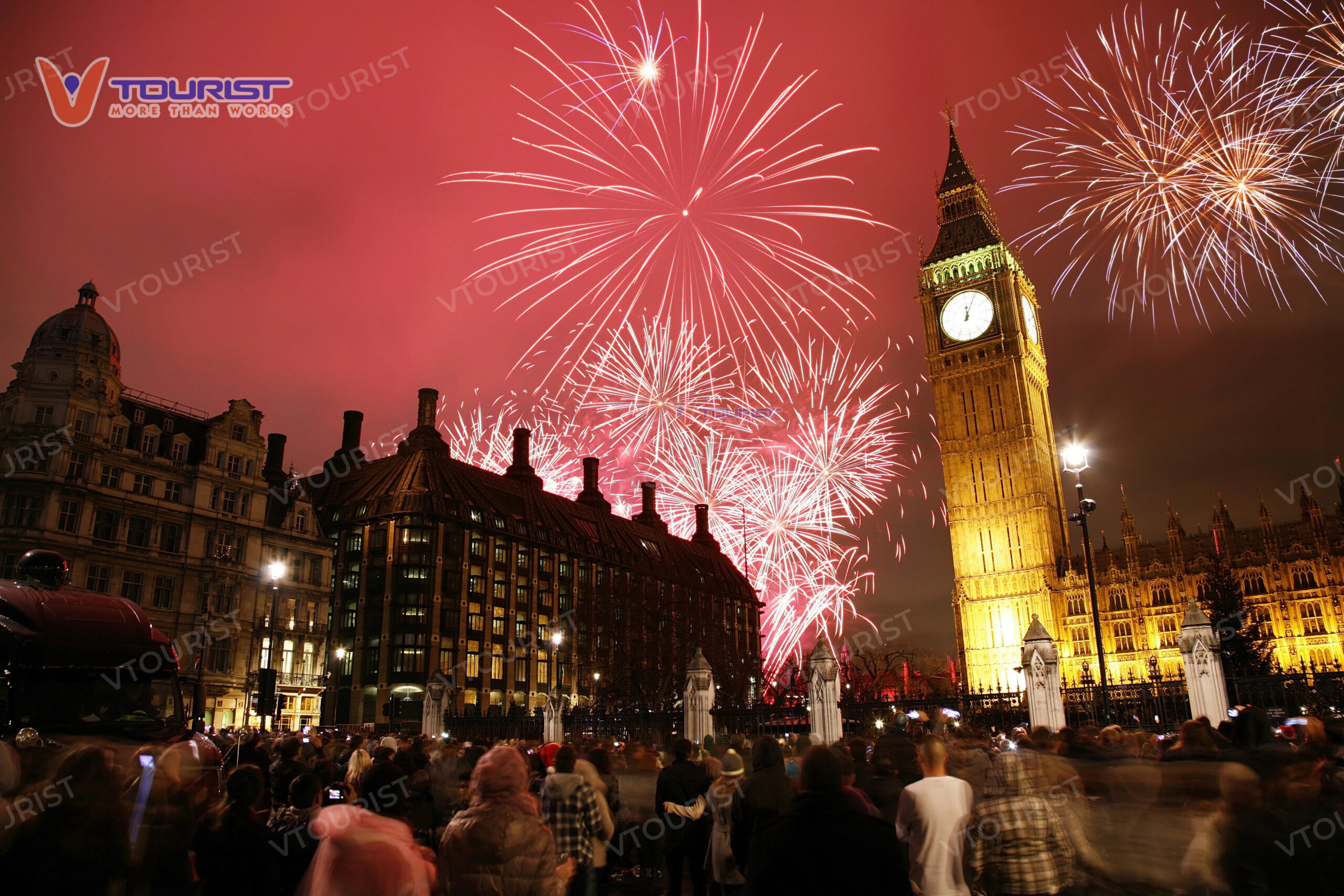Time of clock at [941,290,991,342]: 12:04
